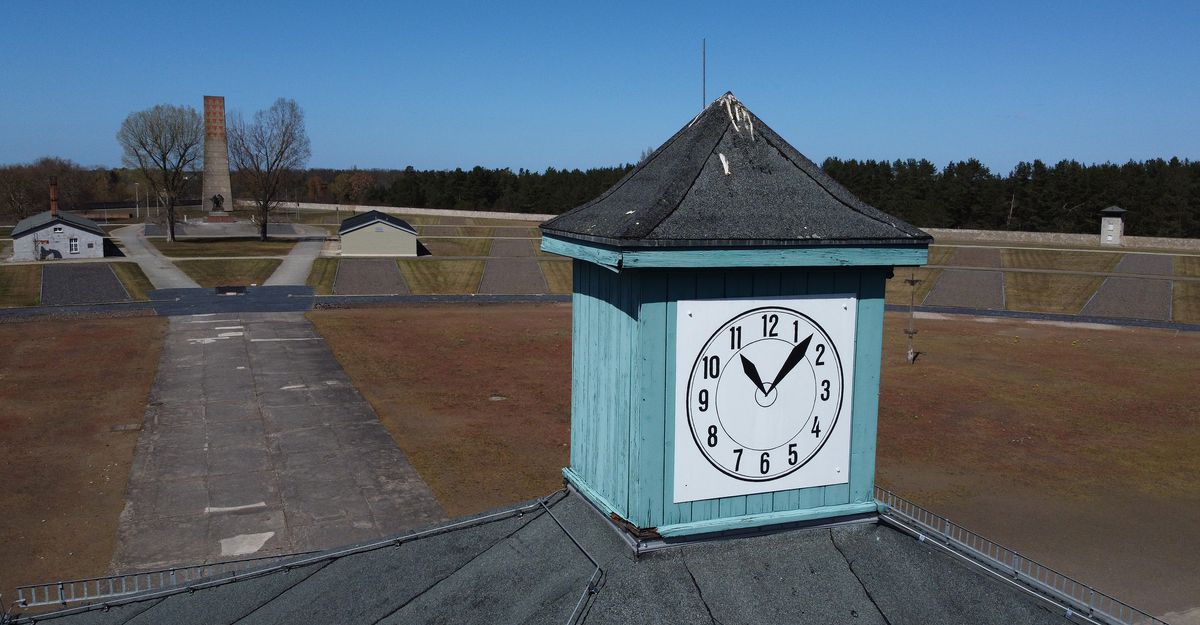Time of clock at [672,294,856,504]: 11:07
